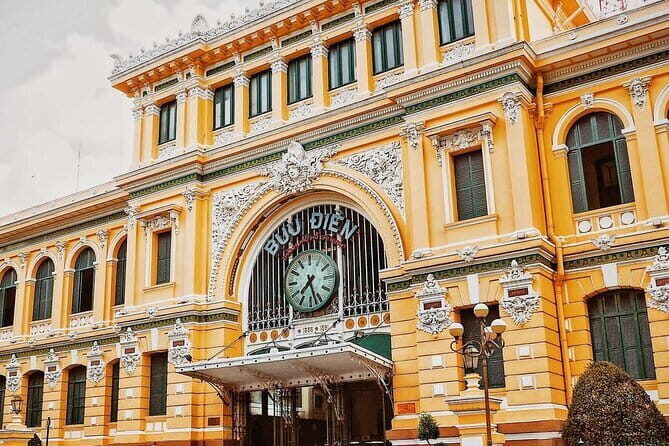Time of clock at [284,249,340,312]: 7:27
